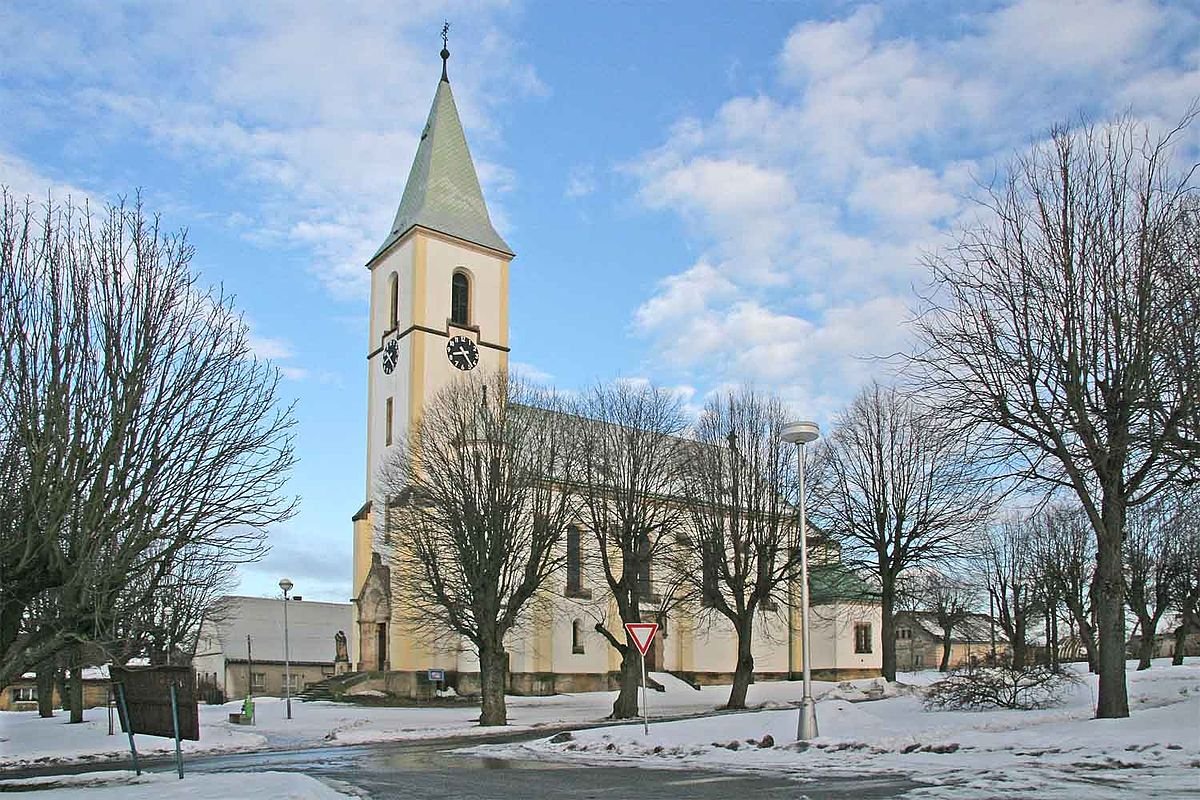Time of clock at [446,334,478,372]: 8:24
